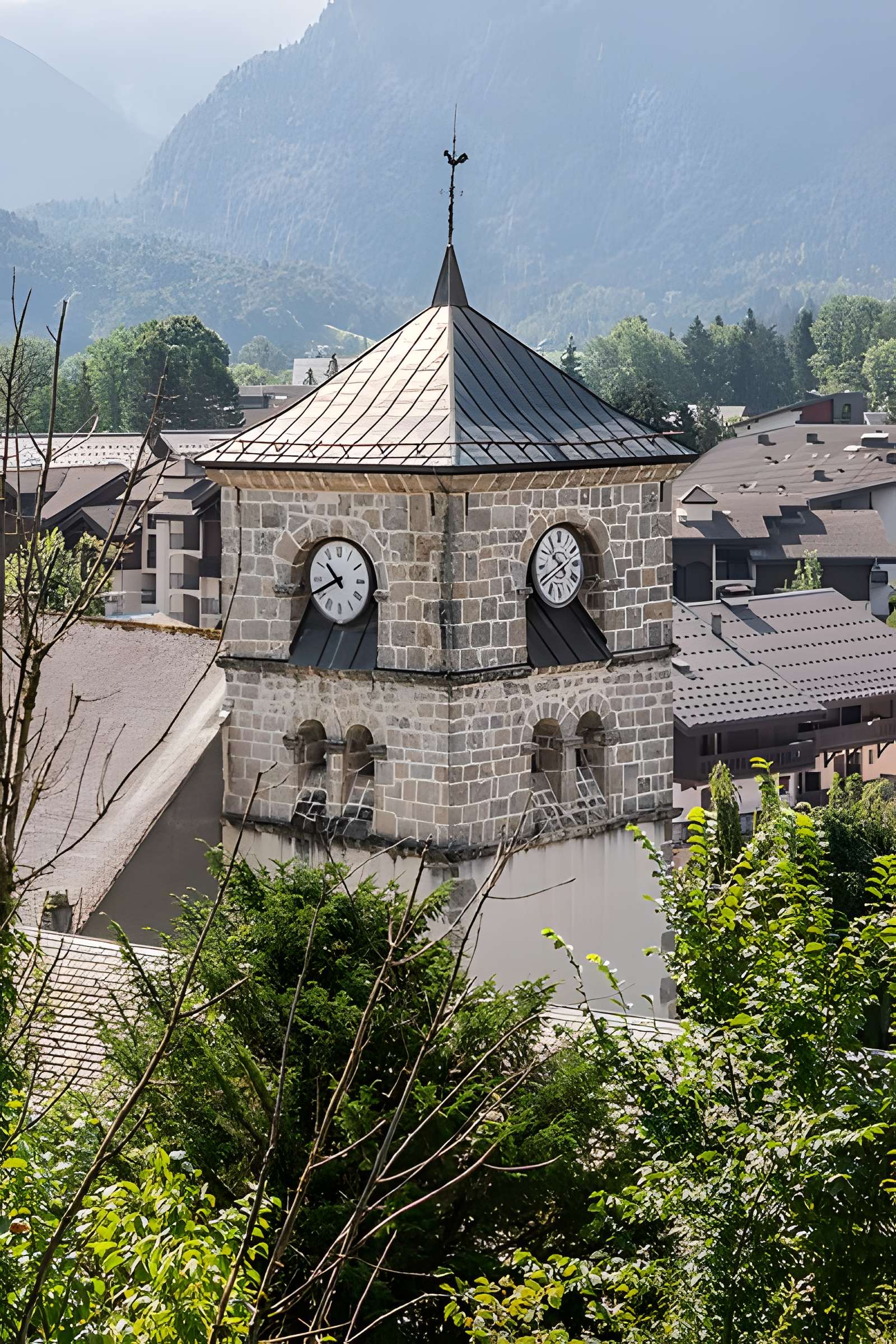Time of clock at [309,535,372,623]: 10:40
